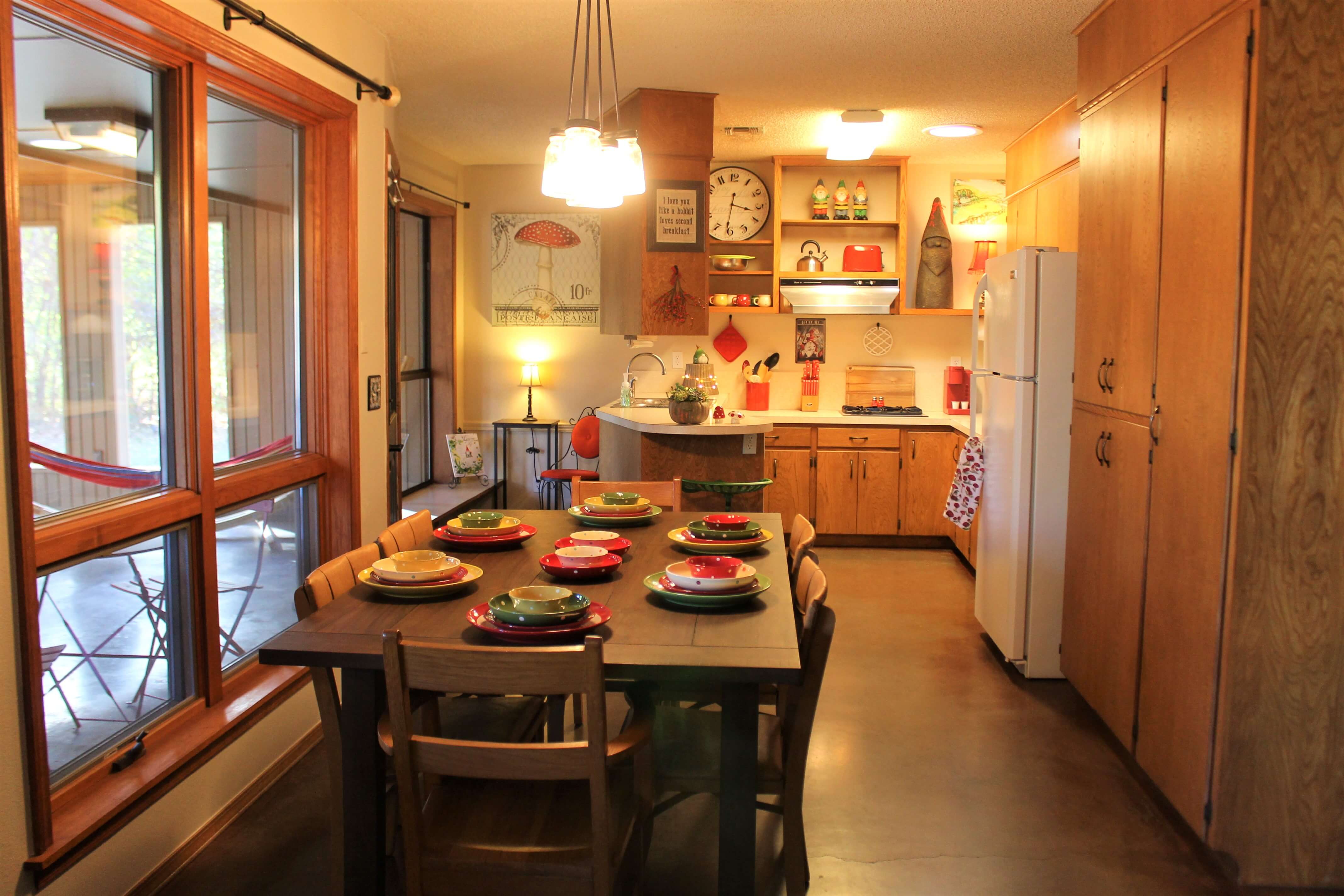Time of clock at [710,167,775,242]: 3:31
